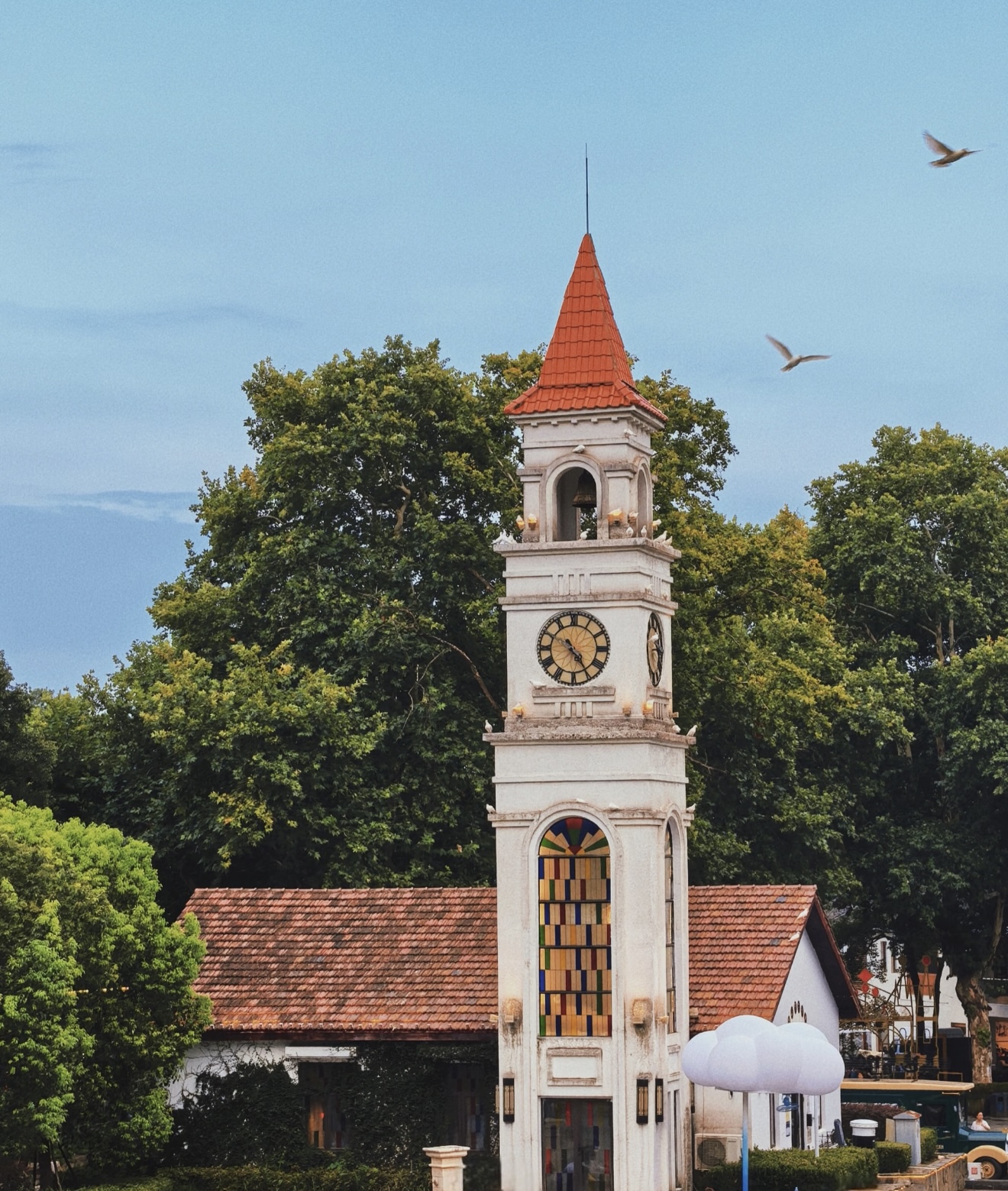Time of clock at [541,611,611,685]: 4:23
